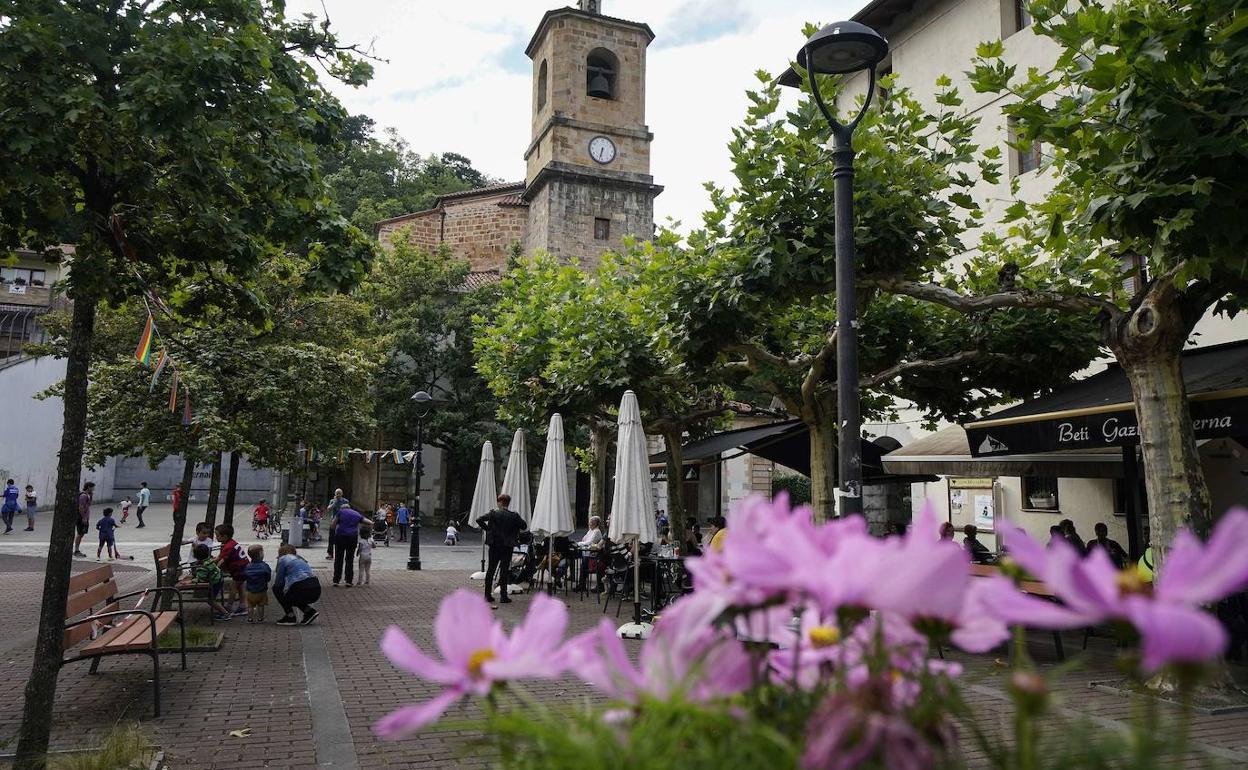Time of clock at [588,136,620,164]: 6:32
